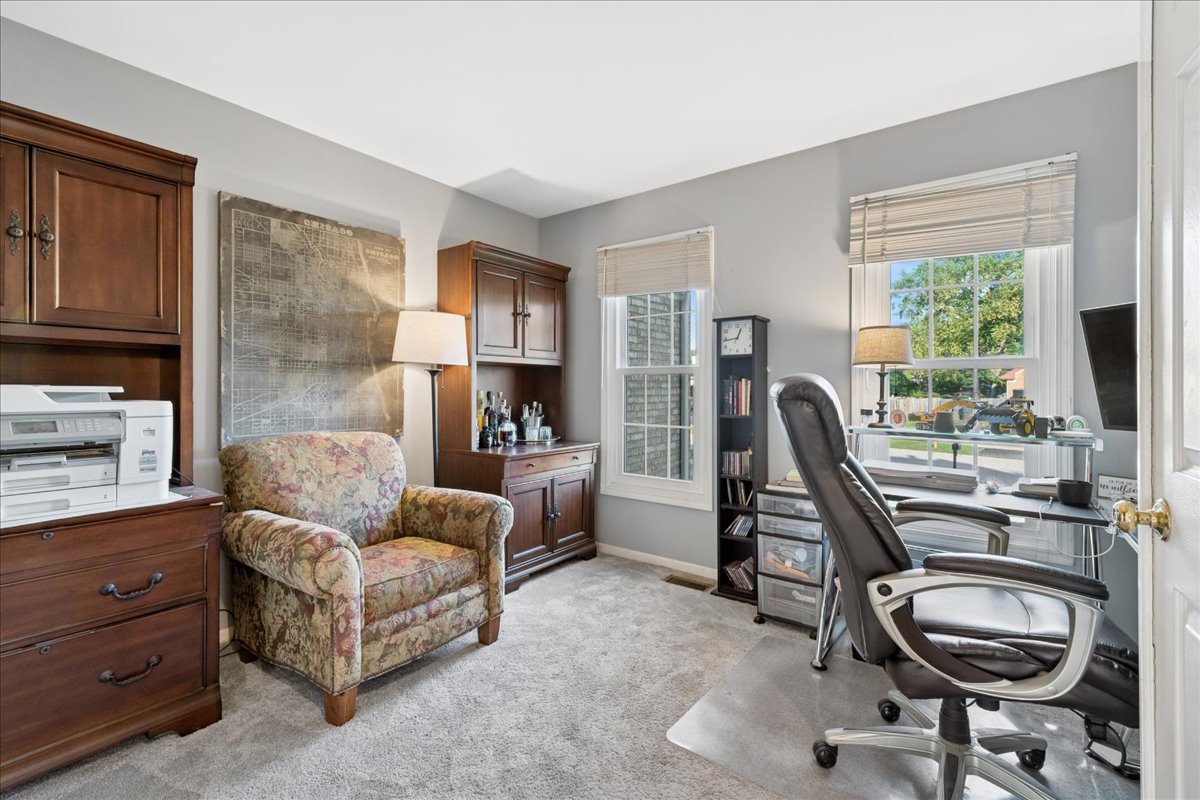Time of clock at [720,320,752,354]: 12:44
